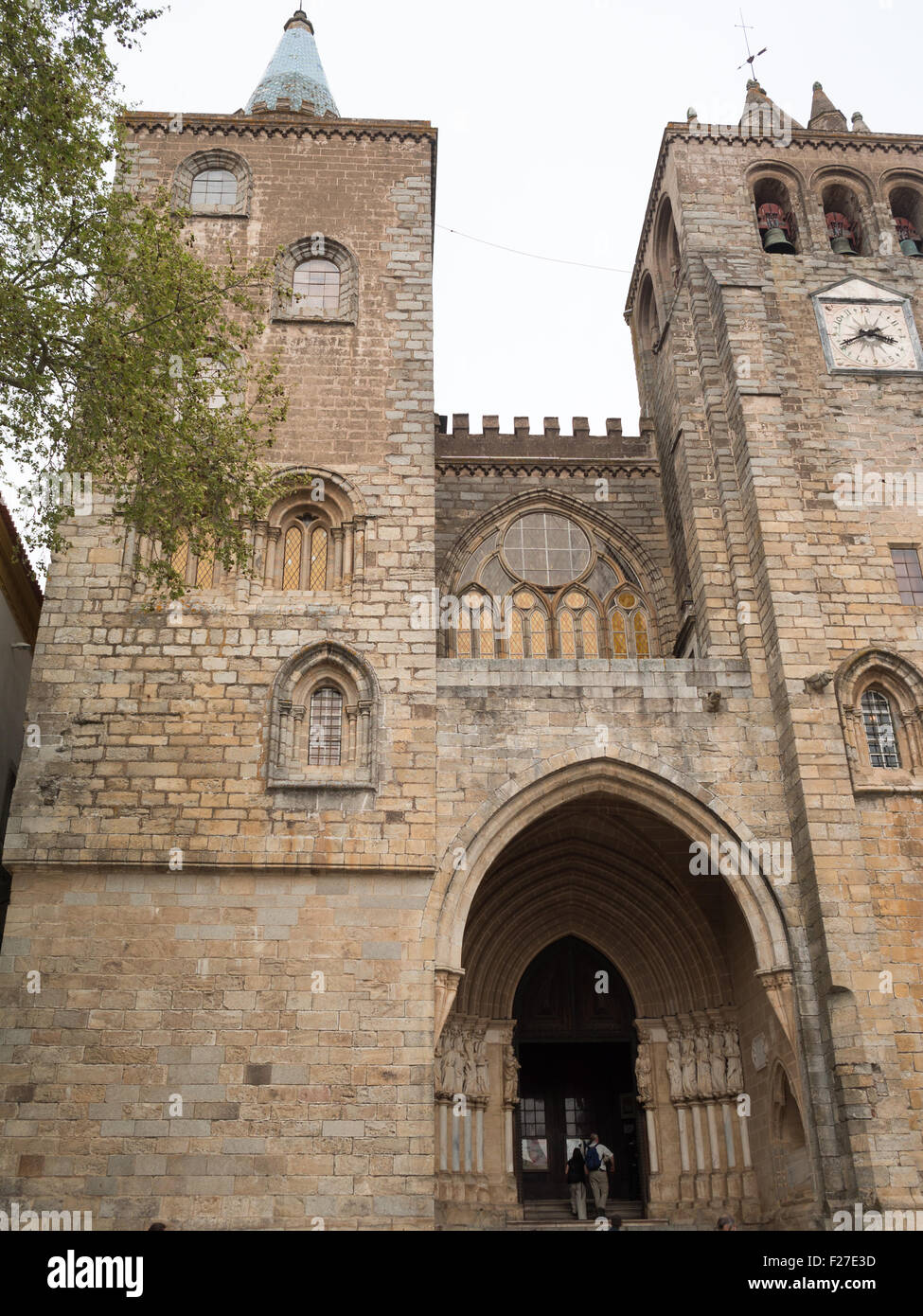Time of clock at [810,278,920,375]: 3:40
